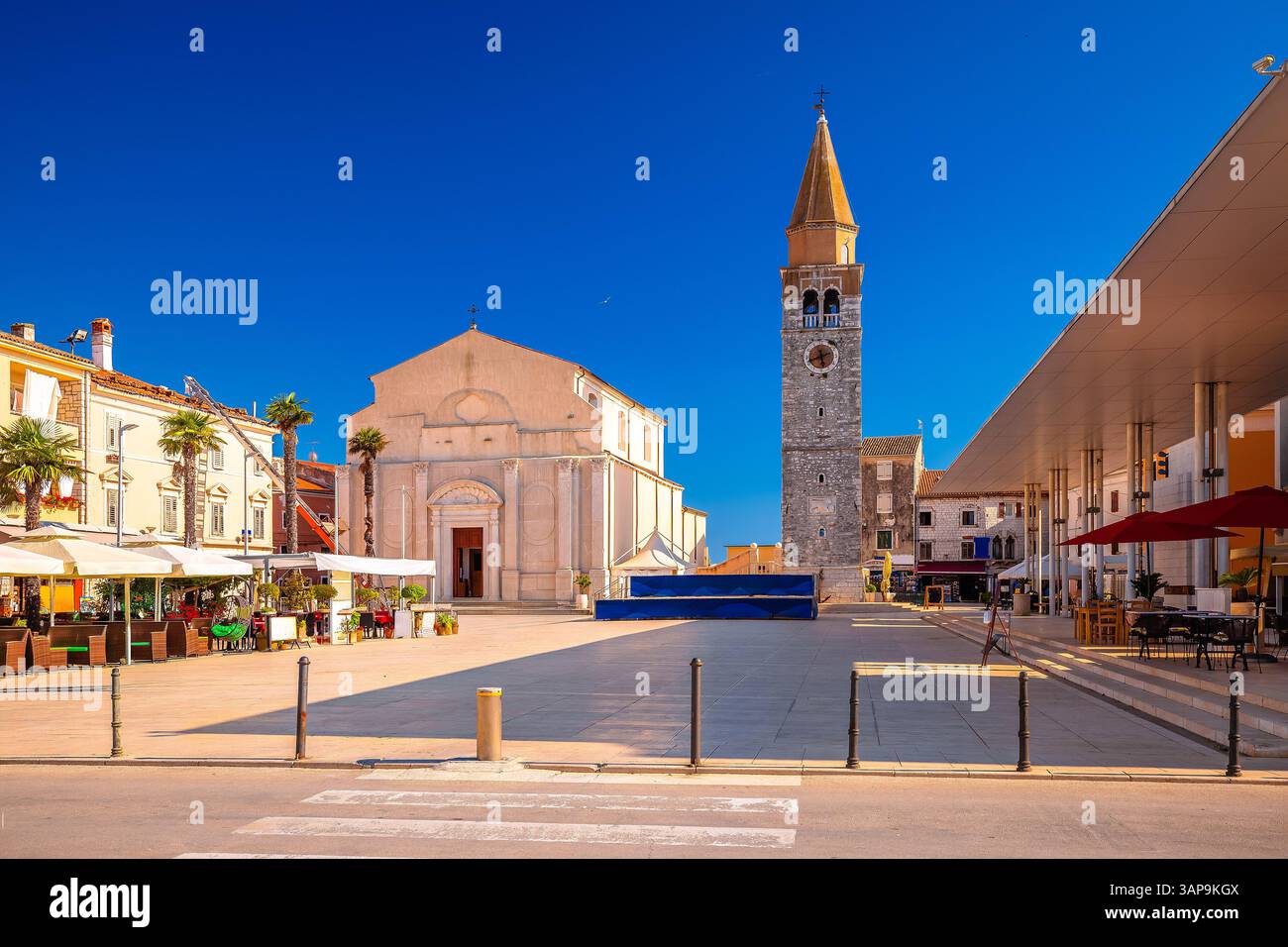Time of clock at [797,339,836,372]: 5:41
